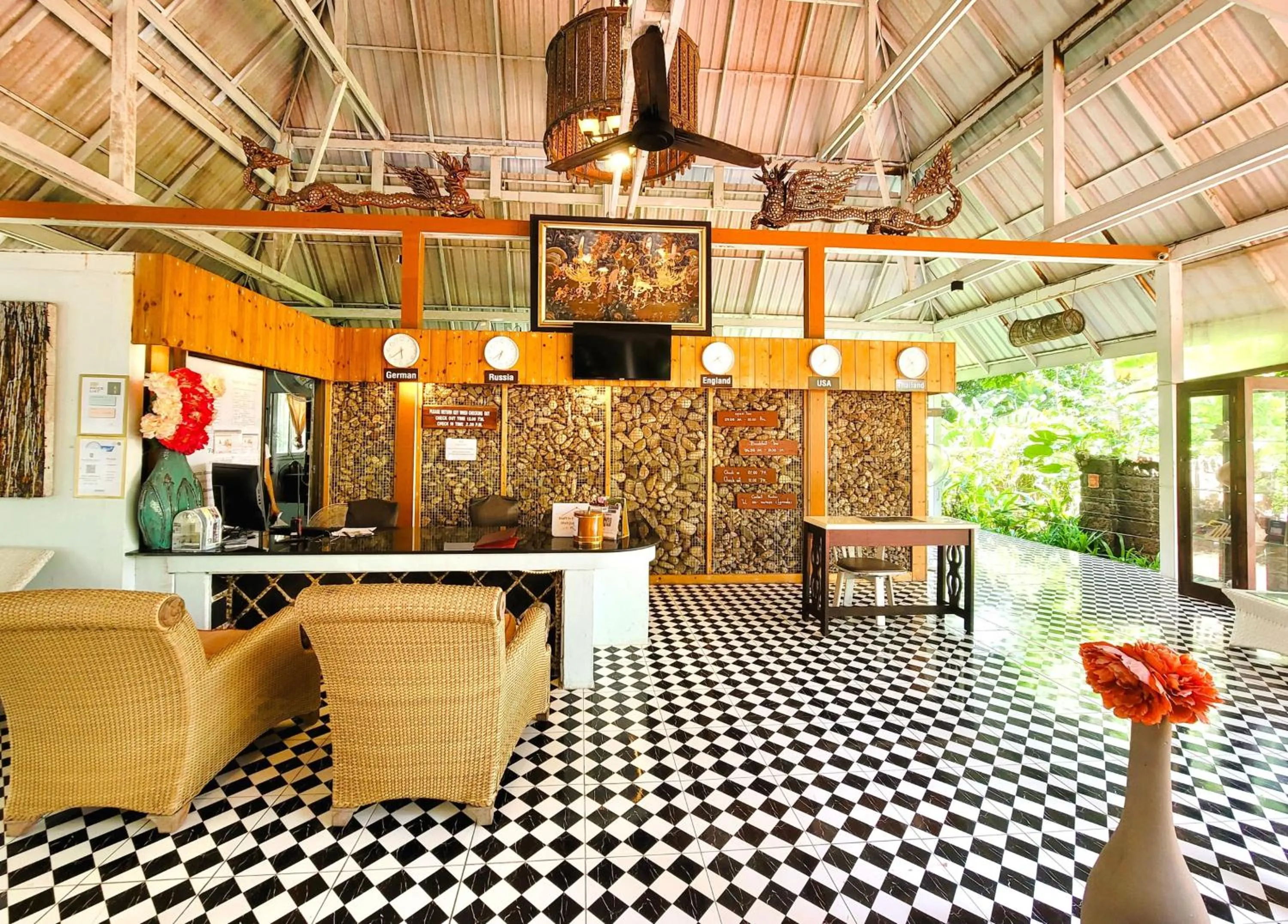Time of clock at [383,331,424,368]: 5:38
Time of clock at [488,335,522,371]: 6:38
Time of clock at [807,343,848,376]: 7:37
